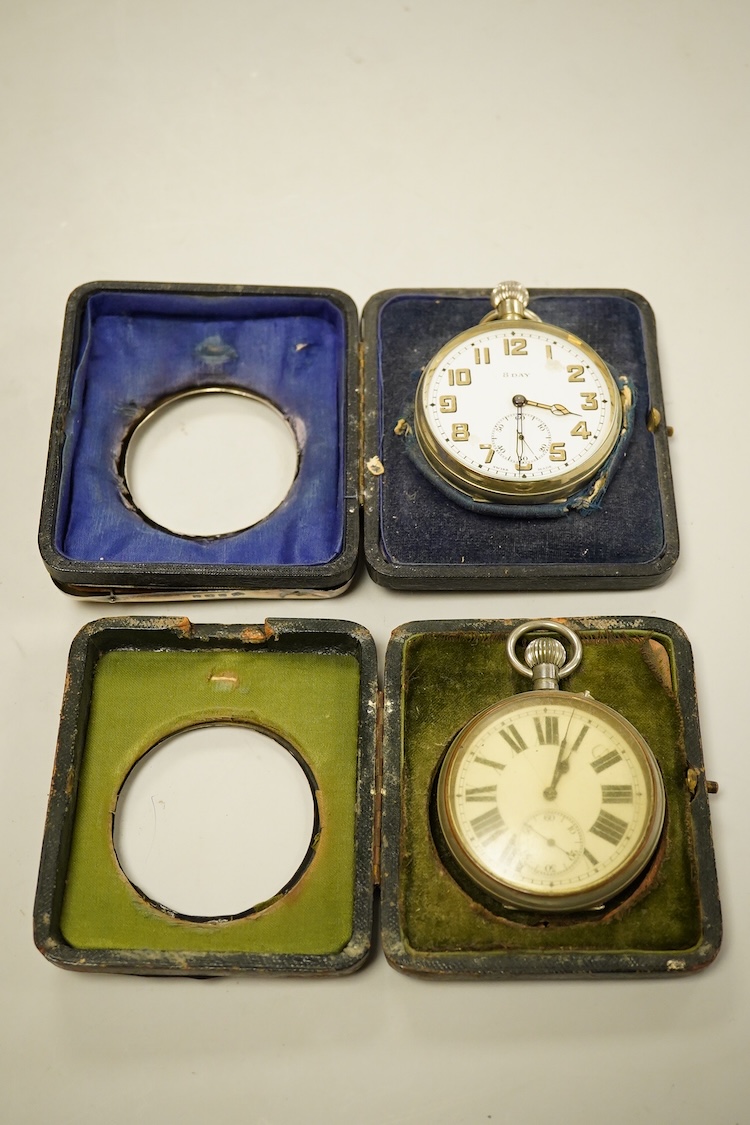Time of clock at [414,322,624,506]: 3:30
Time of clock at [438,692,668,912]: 1:02
